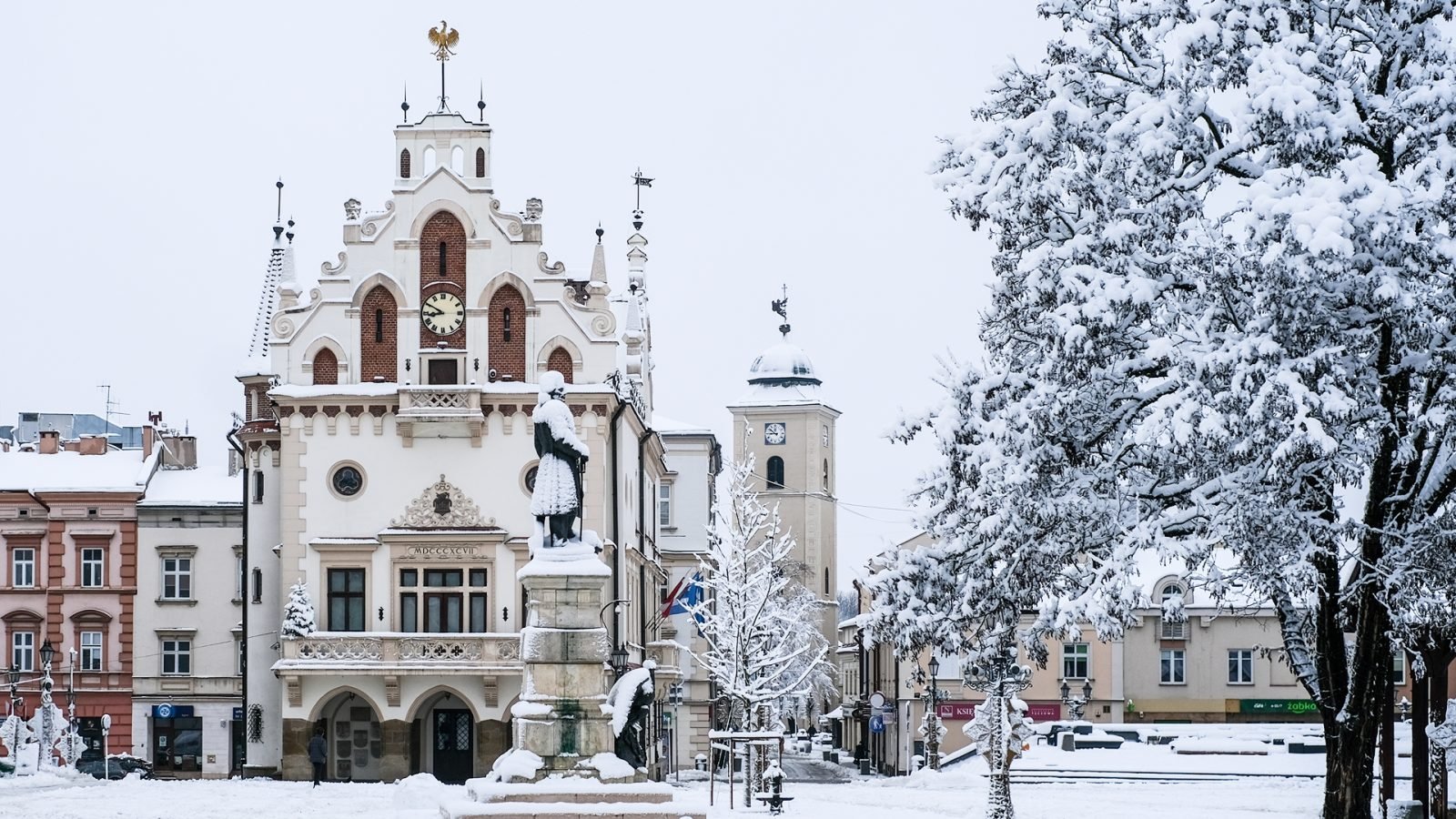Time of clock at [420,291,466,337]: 8:50
